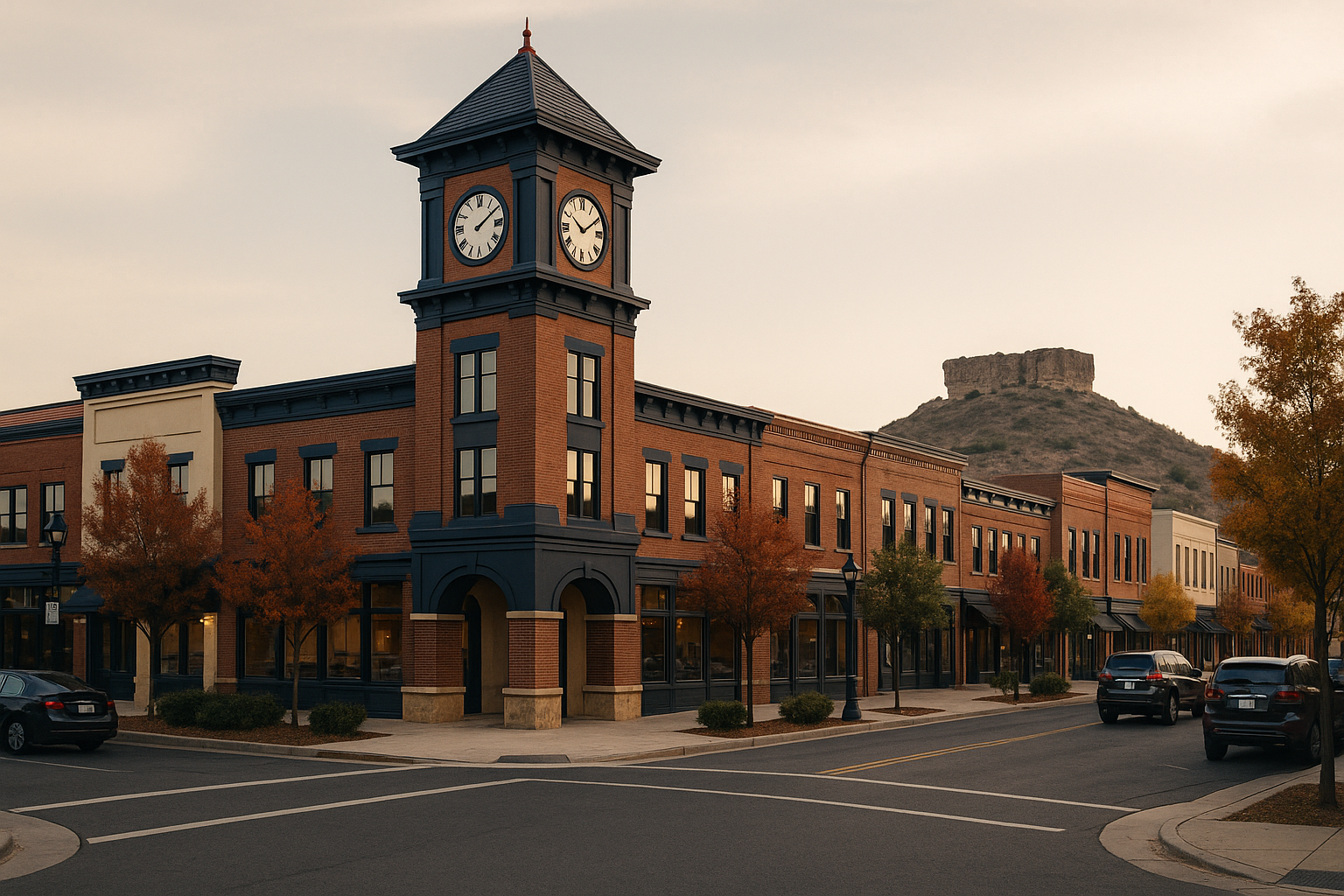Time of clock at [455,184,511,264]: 2:09
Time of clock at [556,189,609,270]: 10:09
